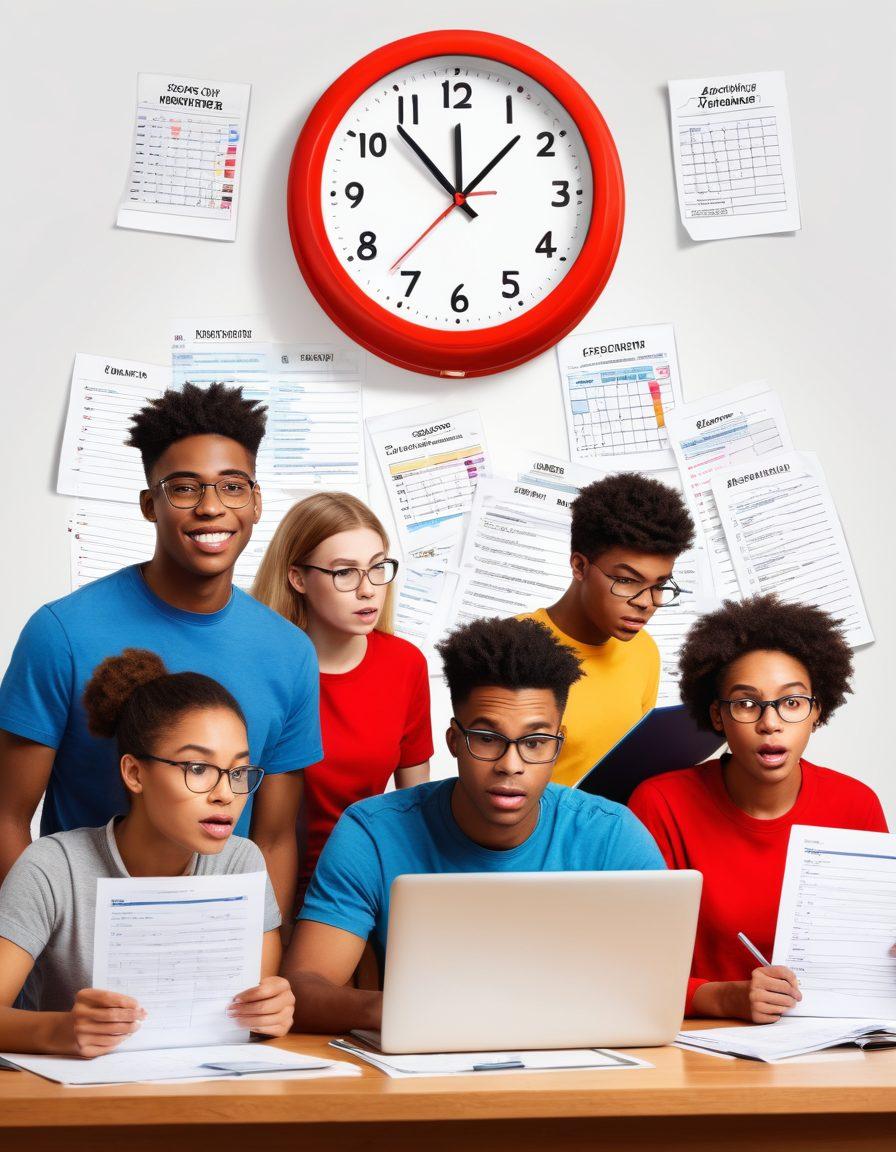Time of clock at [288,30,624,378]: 11:52
